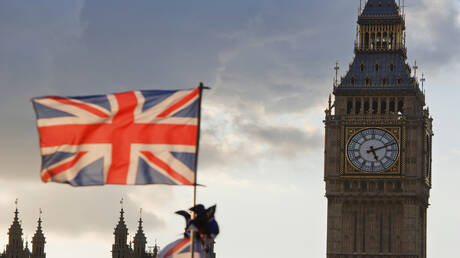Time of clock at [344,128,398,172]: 5:11
